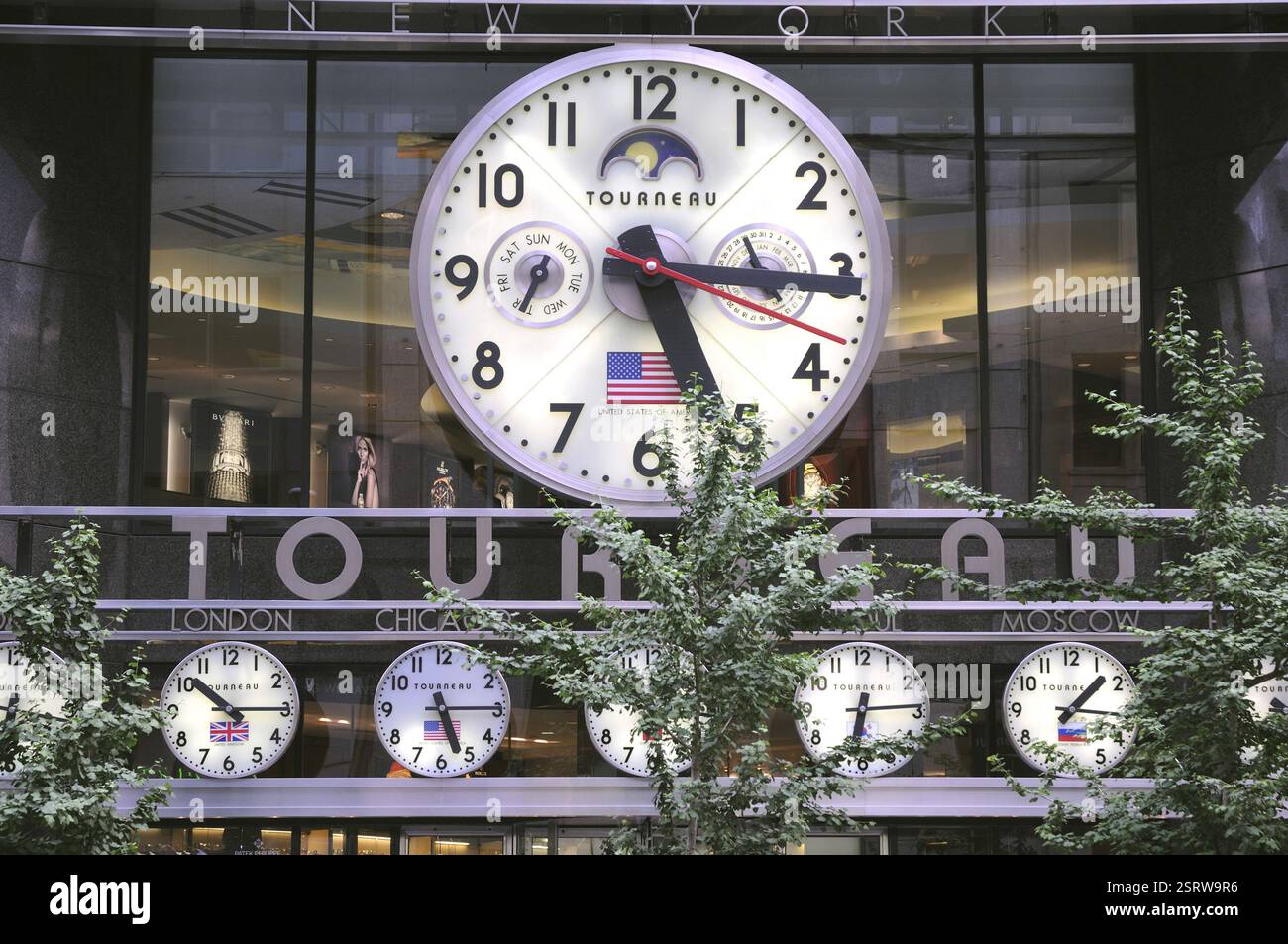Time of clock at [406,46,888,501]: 5:15
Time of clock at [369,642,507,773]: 5:14
